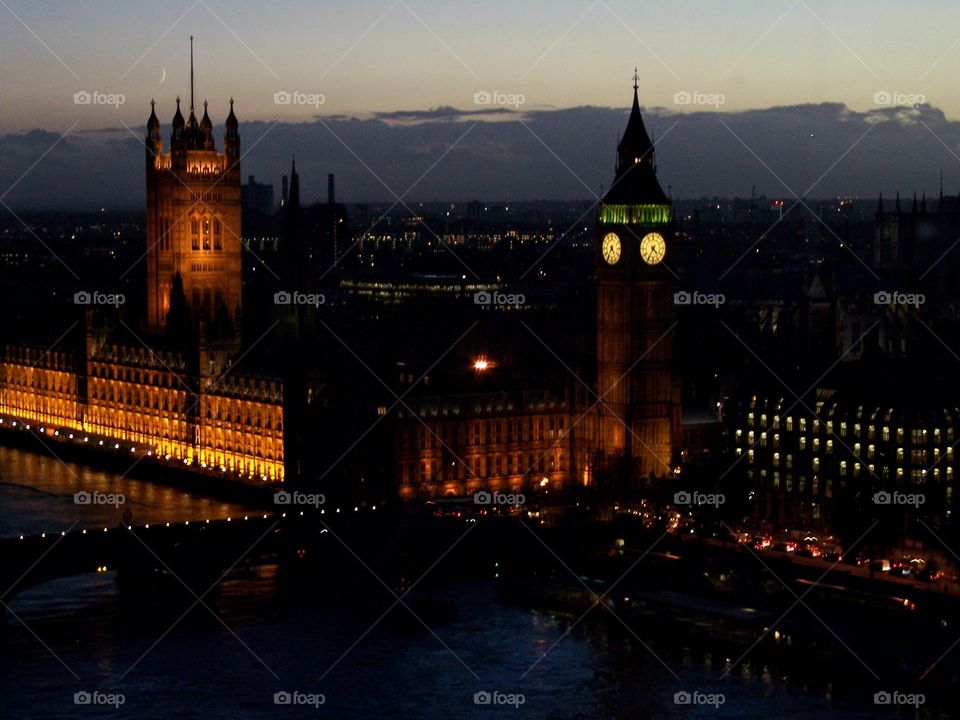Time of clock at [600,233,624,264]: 4:35
